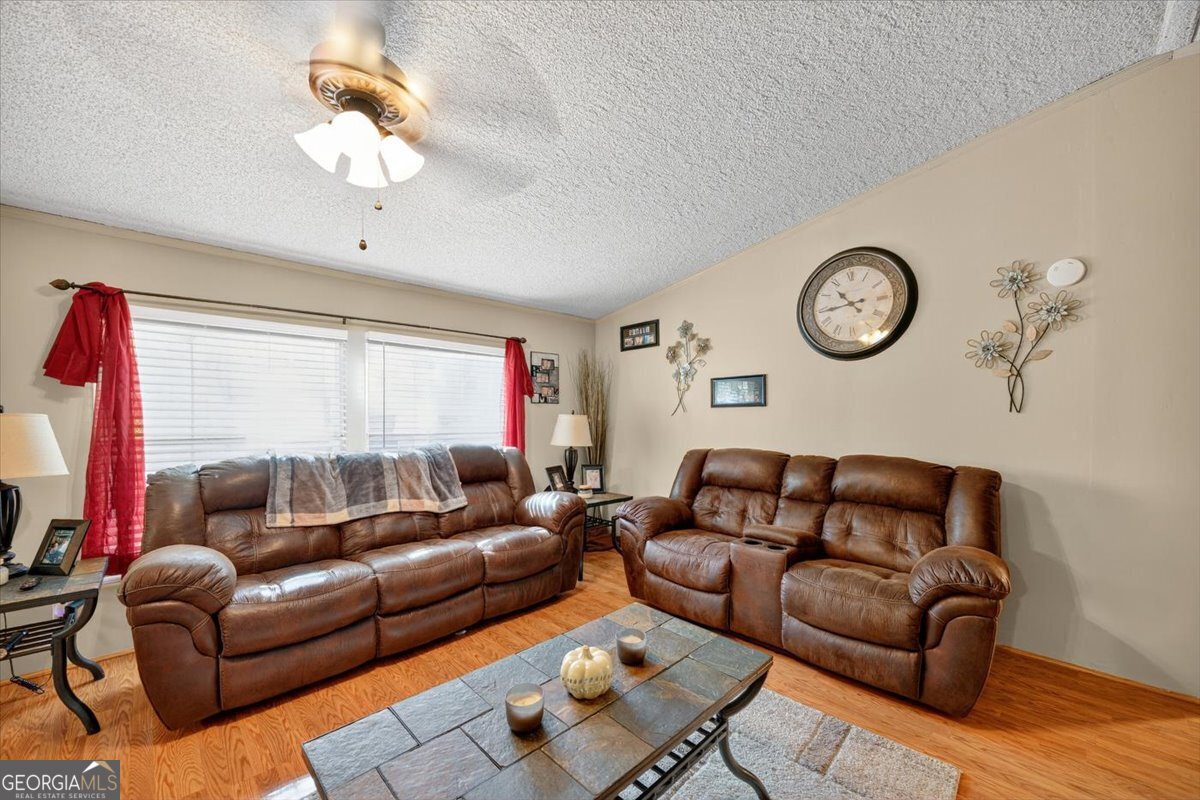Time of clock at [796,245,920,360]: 10:43
